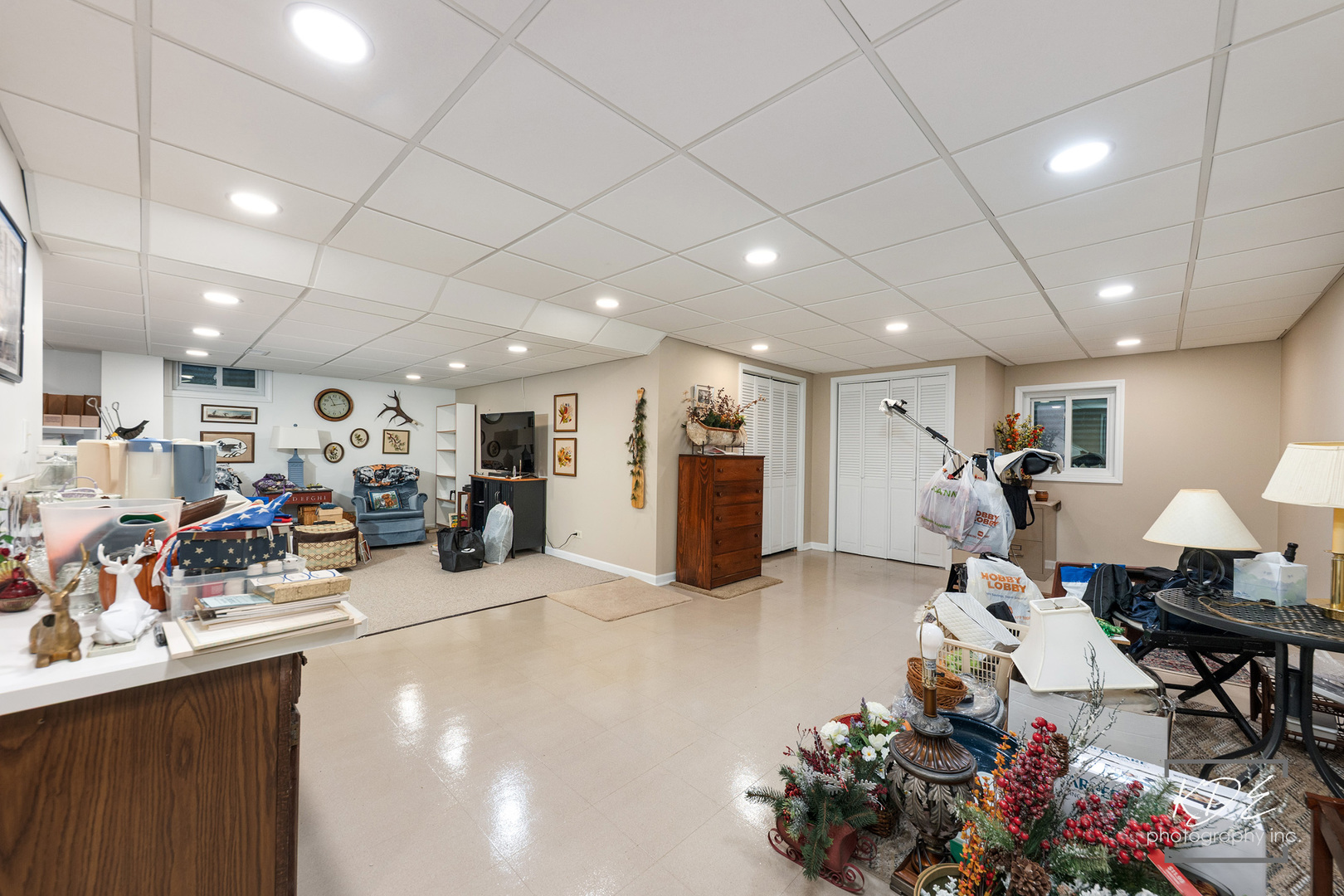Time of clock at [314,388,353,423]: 11:13
